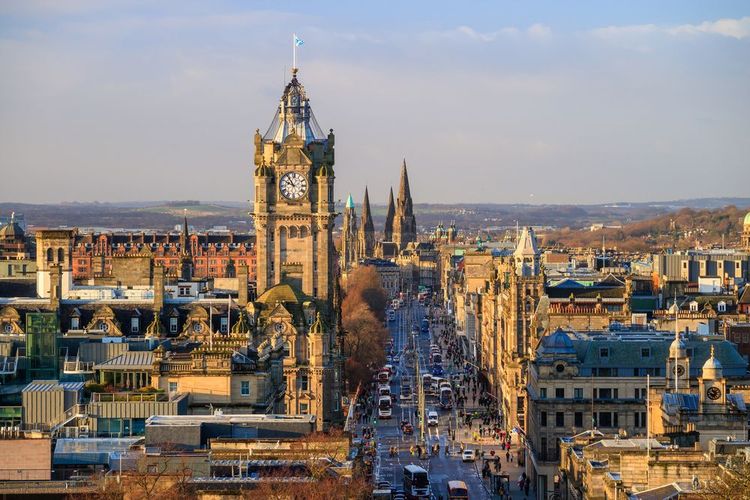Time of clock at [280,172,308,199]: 9:53
